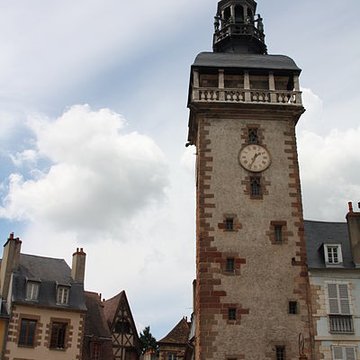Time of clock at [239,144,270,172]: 1:34
